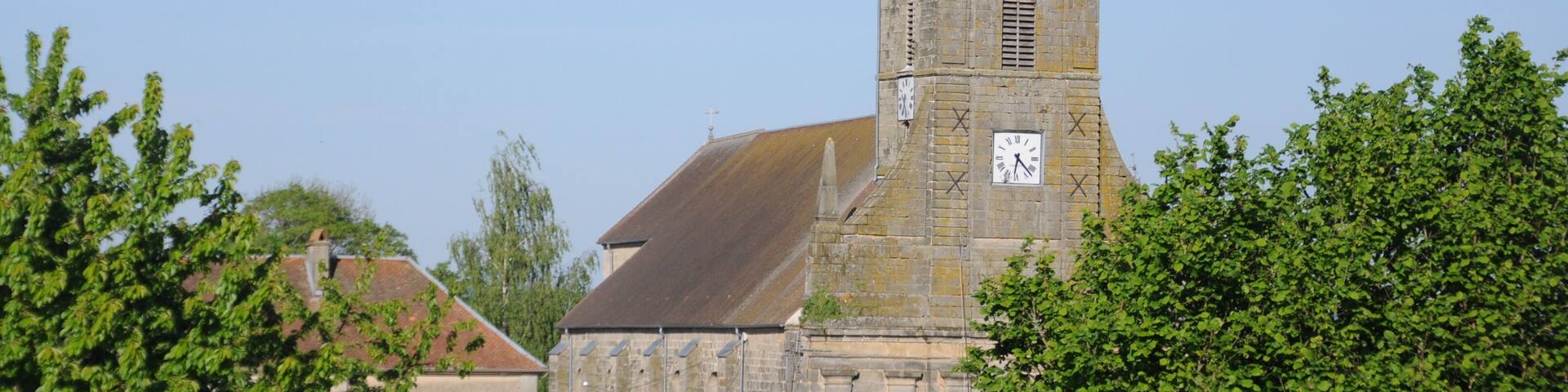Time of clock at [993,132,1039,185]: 6:22
